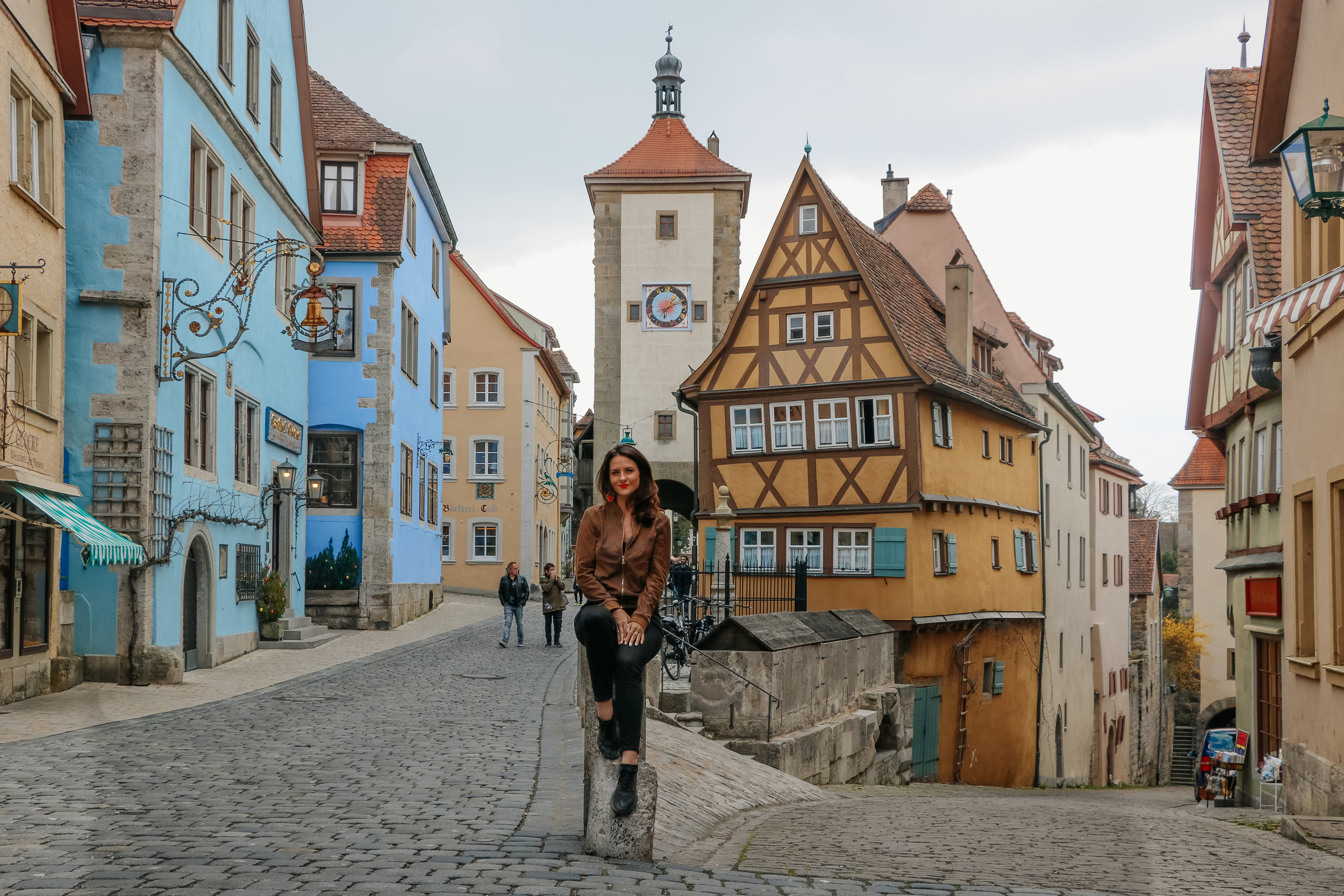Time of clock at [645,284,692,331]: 1:10
